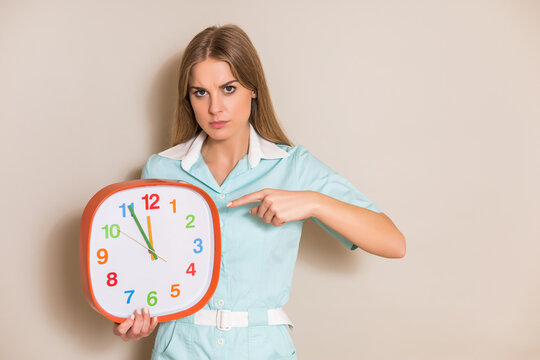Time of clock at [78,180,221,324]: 11:55
